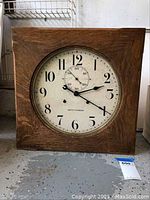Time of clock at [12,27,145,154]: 2:19
